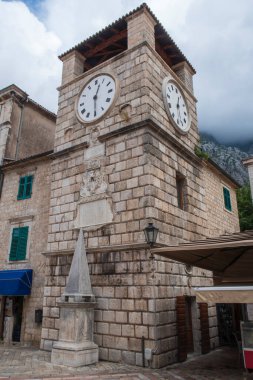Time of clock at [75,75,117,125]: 12:29
